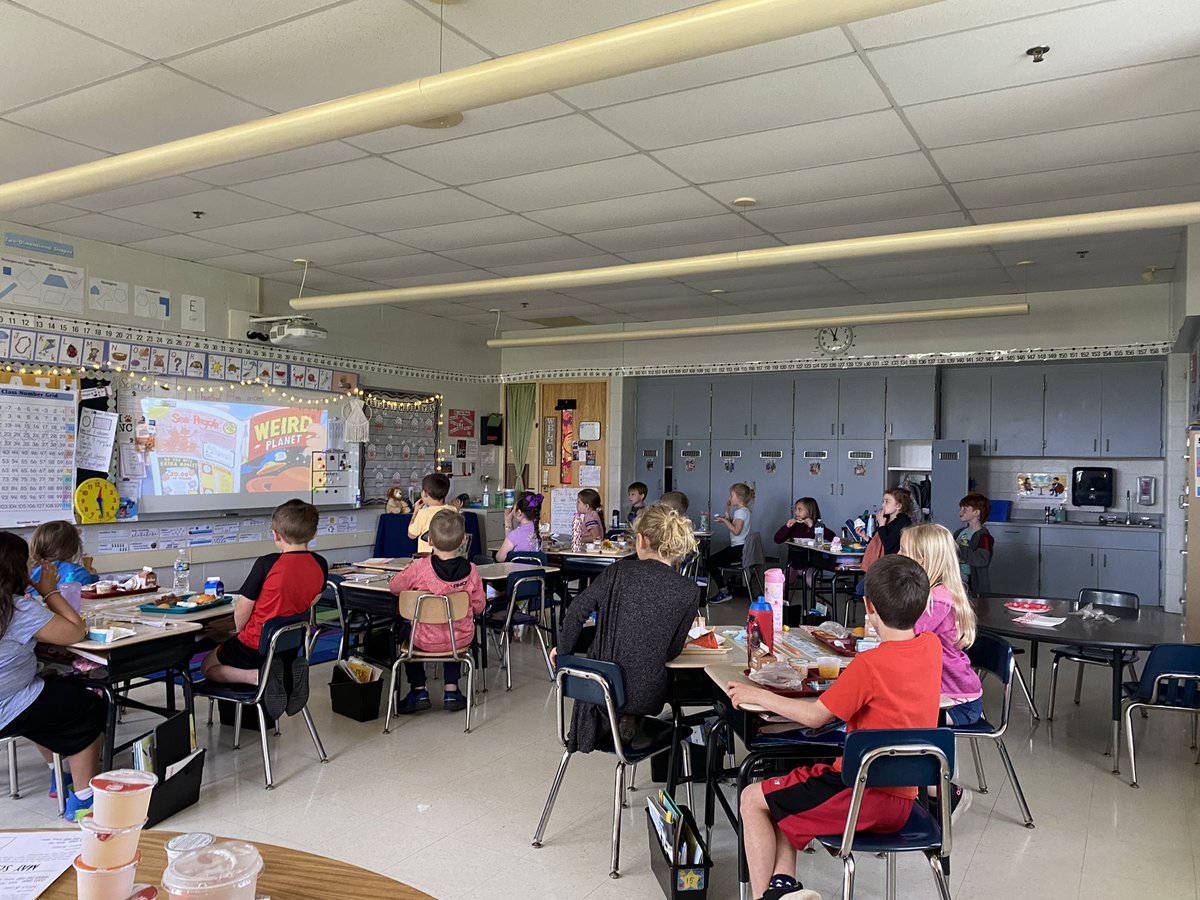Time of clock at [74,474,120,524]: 12:28
